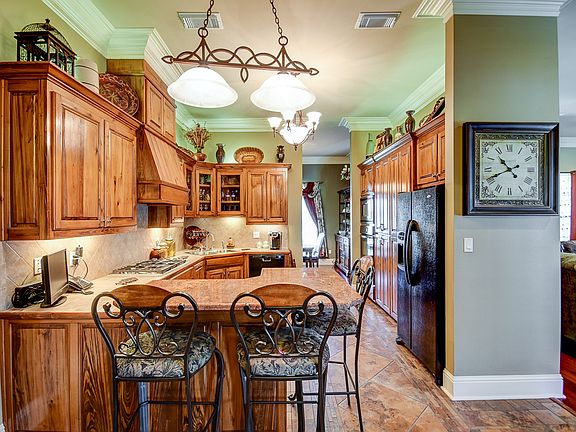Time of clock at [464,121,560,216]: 10:41
